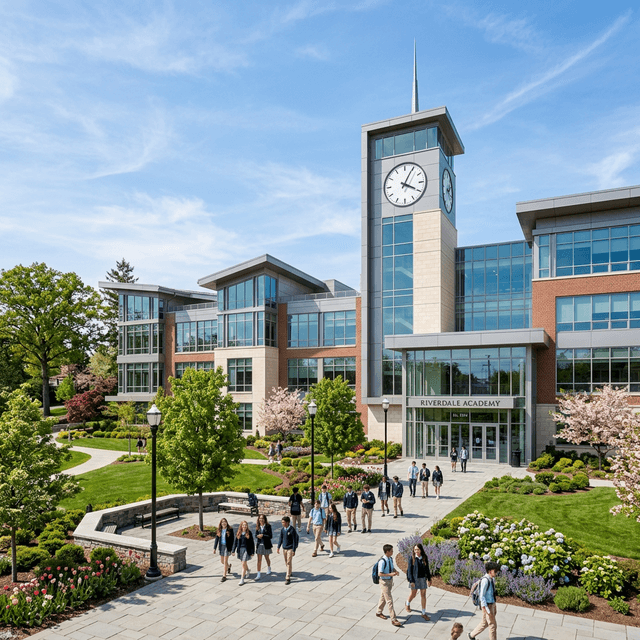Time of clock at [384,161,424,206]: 4:04
